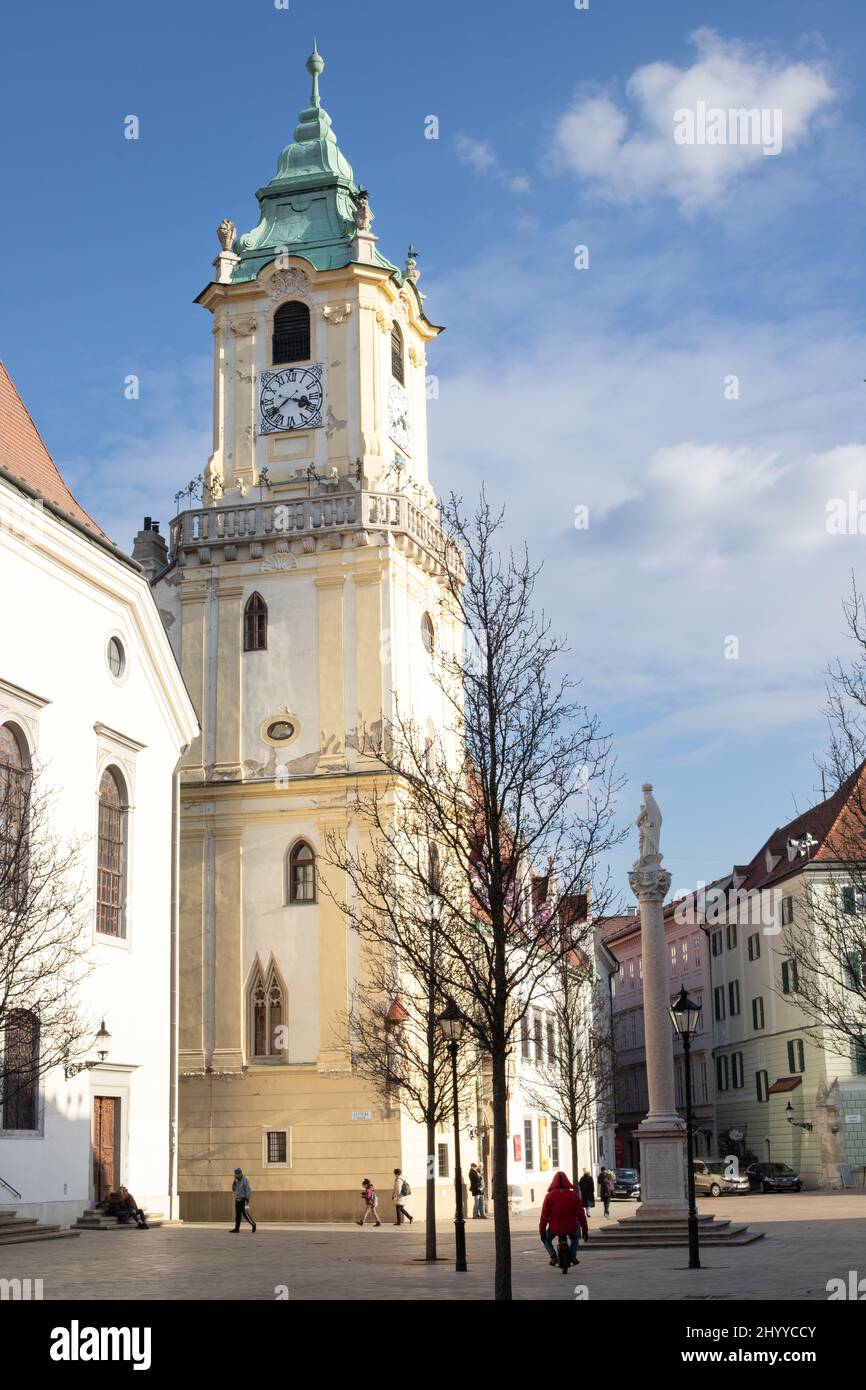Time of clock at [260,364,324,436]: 3:38
